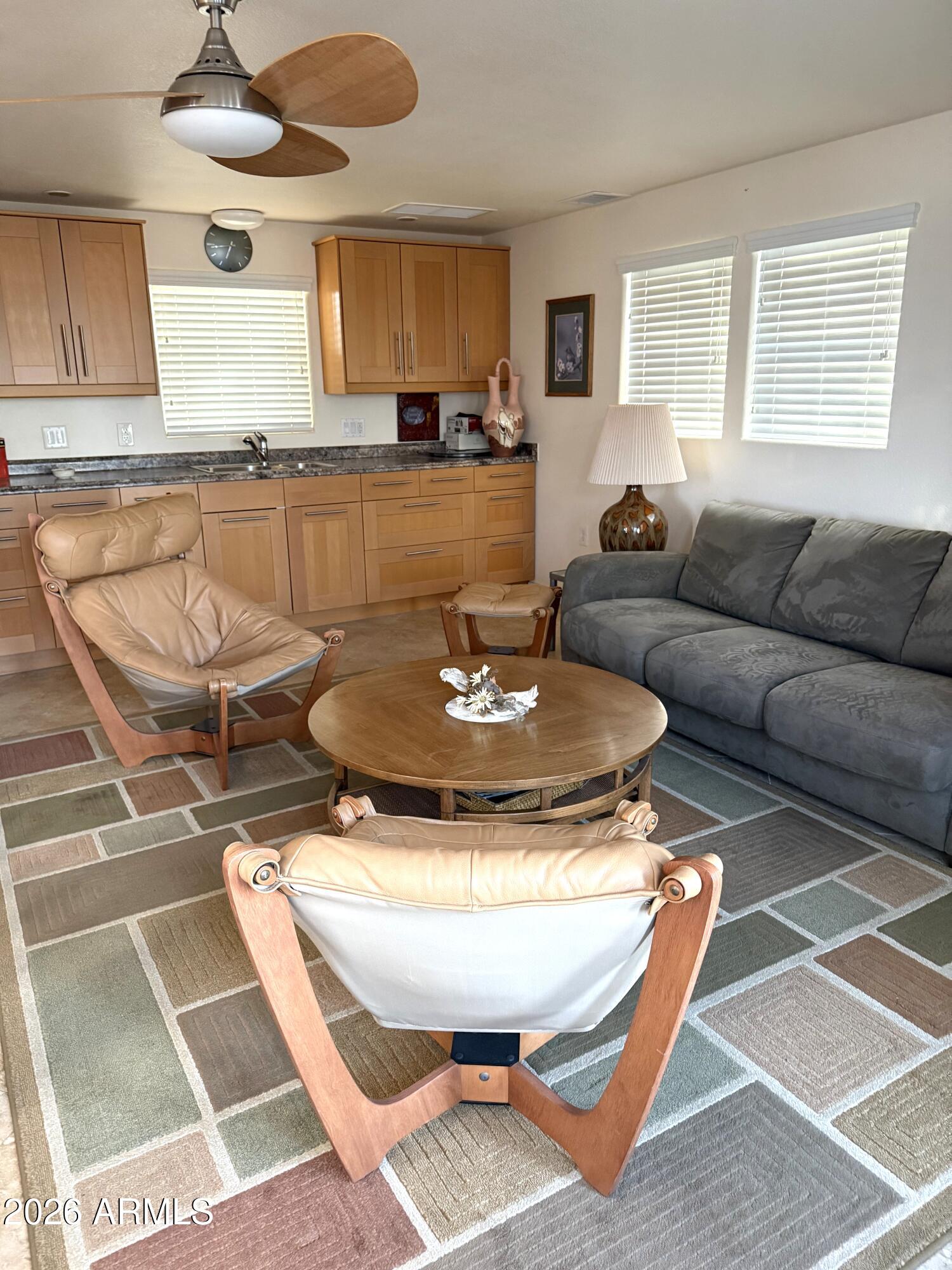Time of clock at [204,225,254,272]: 6:43
